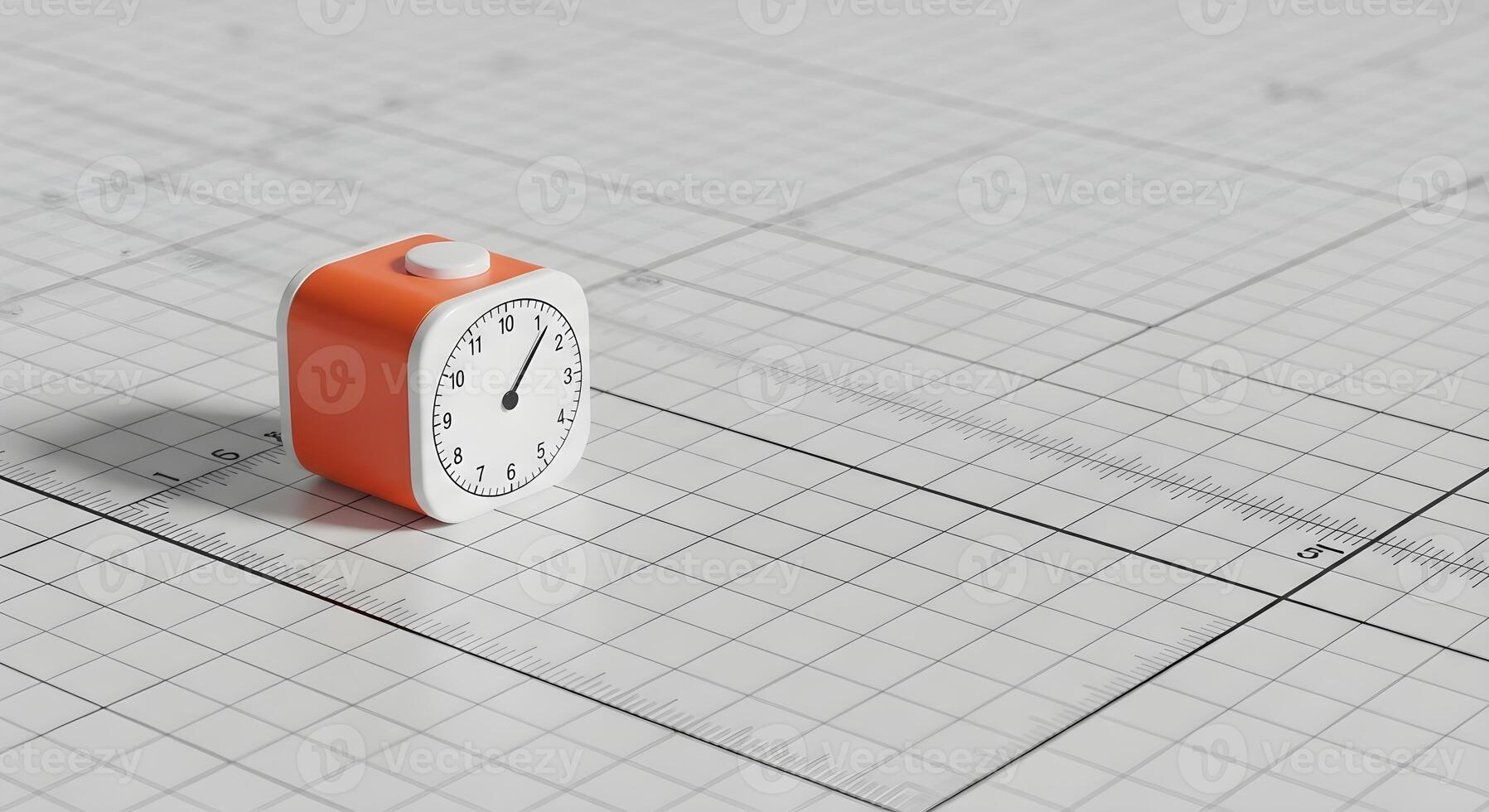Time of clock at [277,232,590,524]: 1:06
